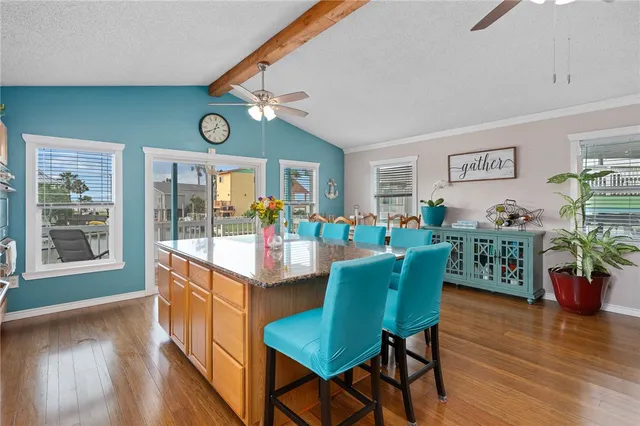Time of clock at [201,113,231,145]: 12:40
